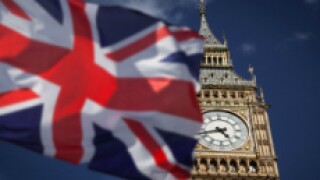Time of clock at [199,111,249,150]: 4:42
